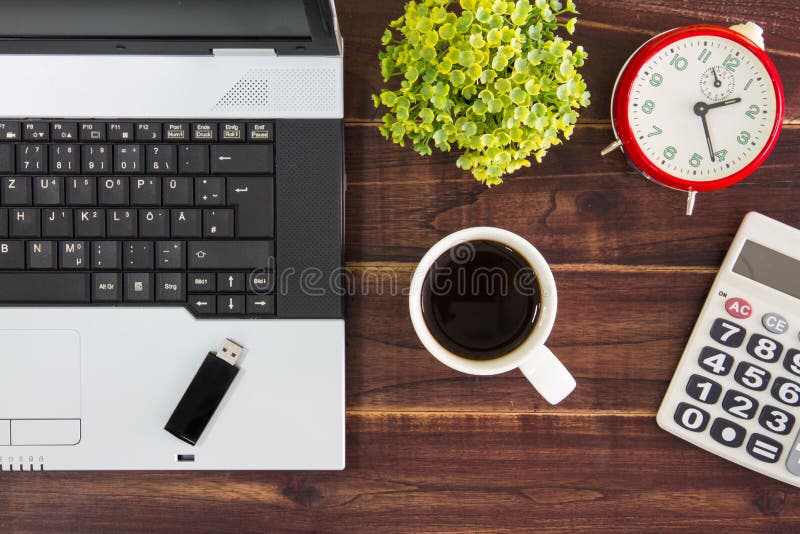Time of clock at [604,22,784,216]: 2:26
